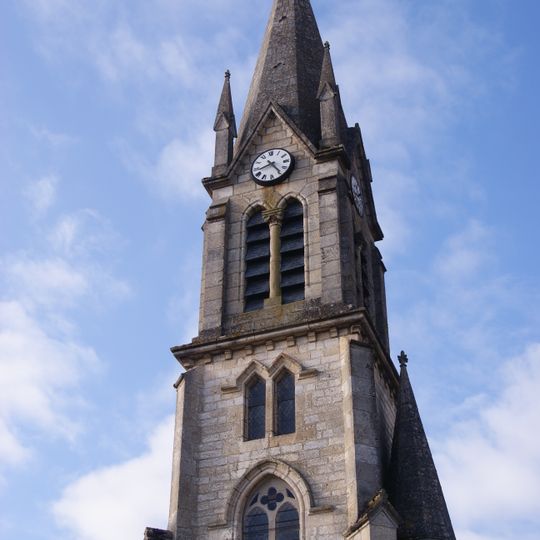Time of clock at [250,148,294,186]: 8:24
